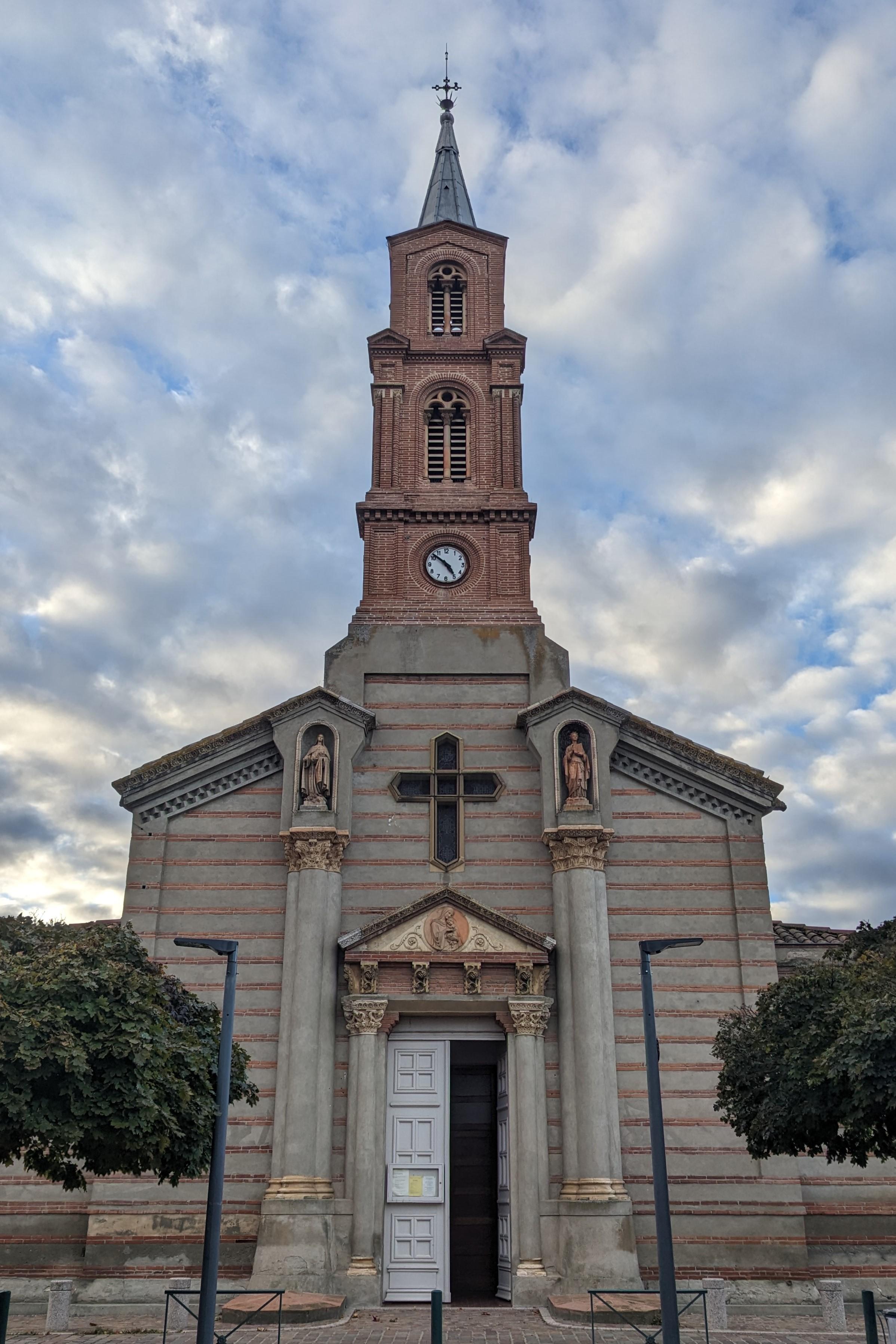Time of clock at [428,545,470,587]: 4:51
